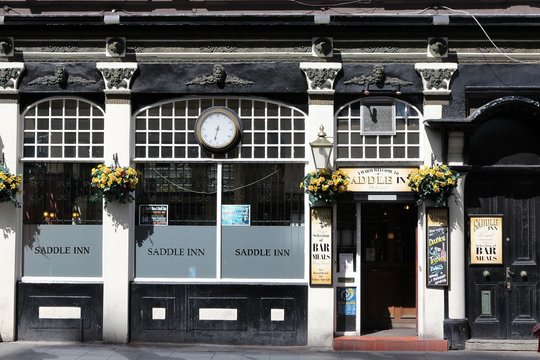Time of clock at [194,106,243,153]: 6:32
